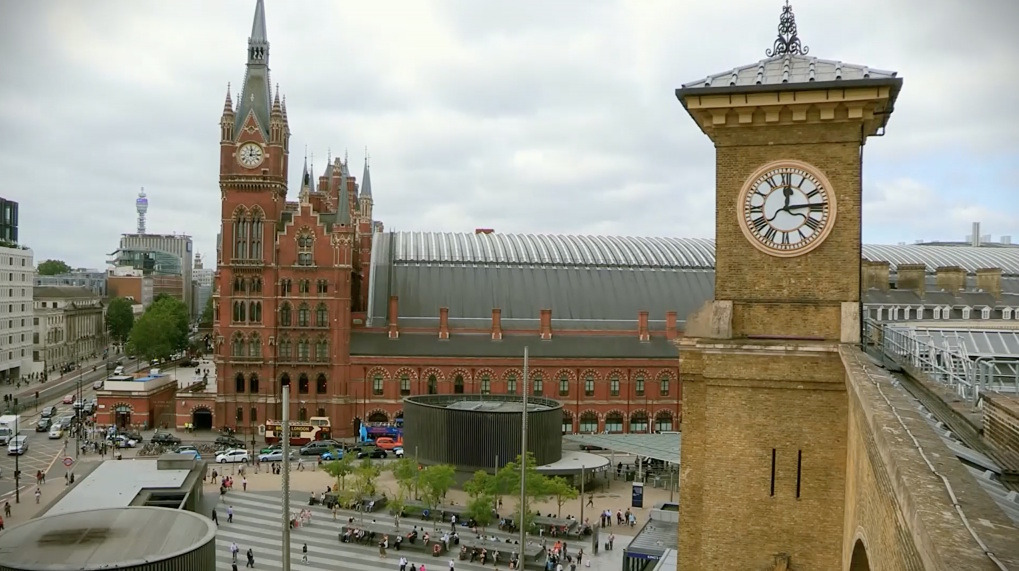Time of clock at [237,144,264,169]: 12:13
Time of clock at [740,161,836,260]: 12:13
